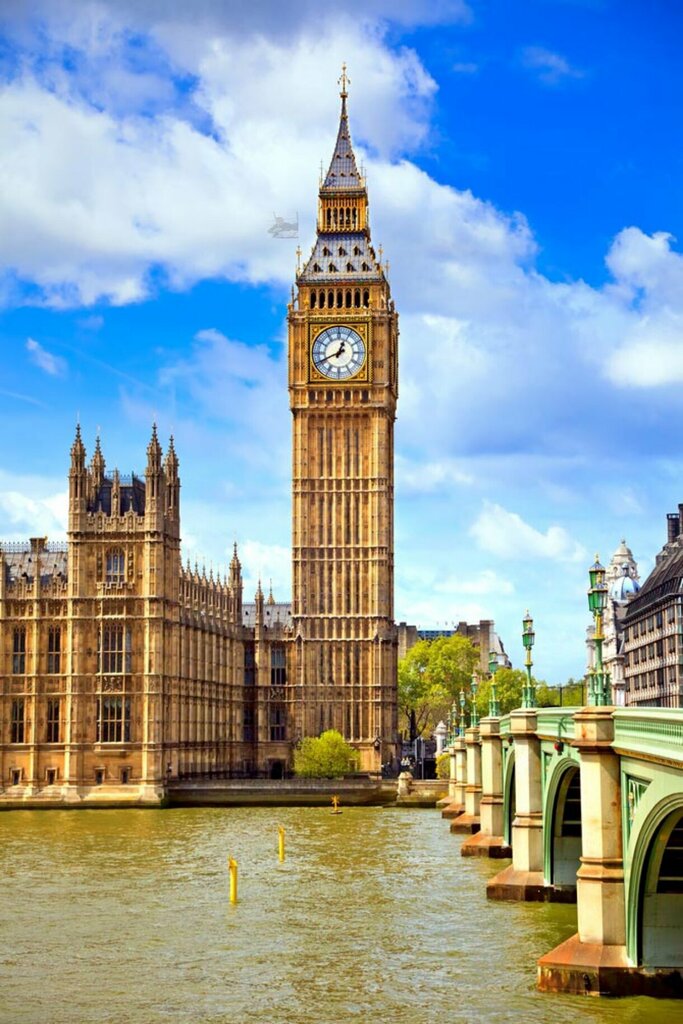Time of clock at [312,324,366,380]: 12:41
